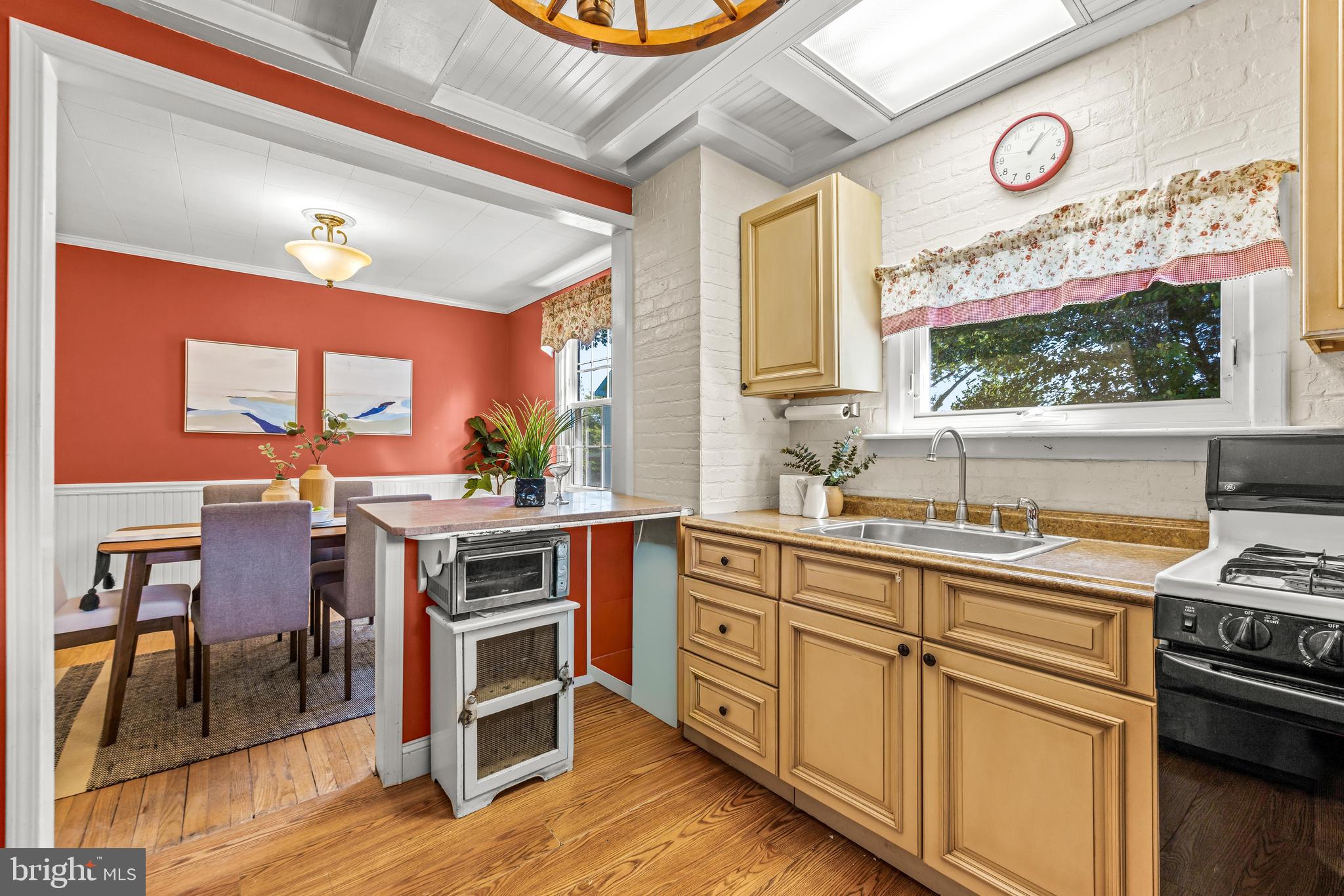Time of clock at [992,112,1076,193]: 1:07
